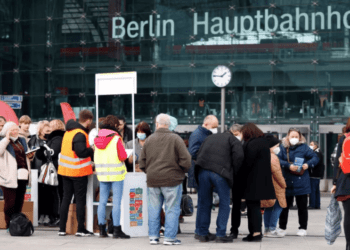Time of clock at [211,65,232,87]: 1:46
